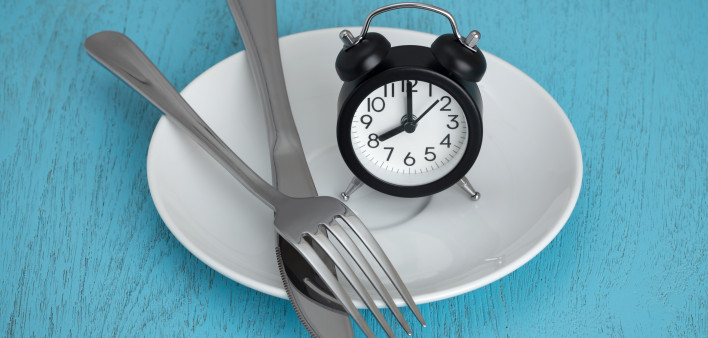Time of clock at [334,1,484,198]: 8:00
